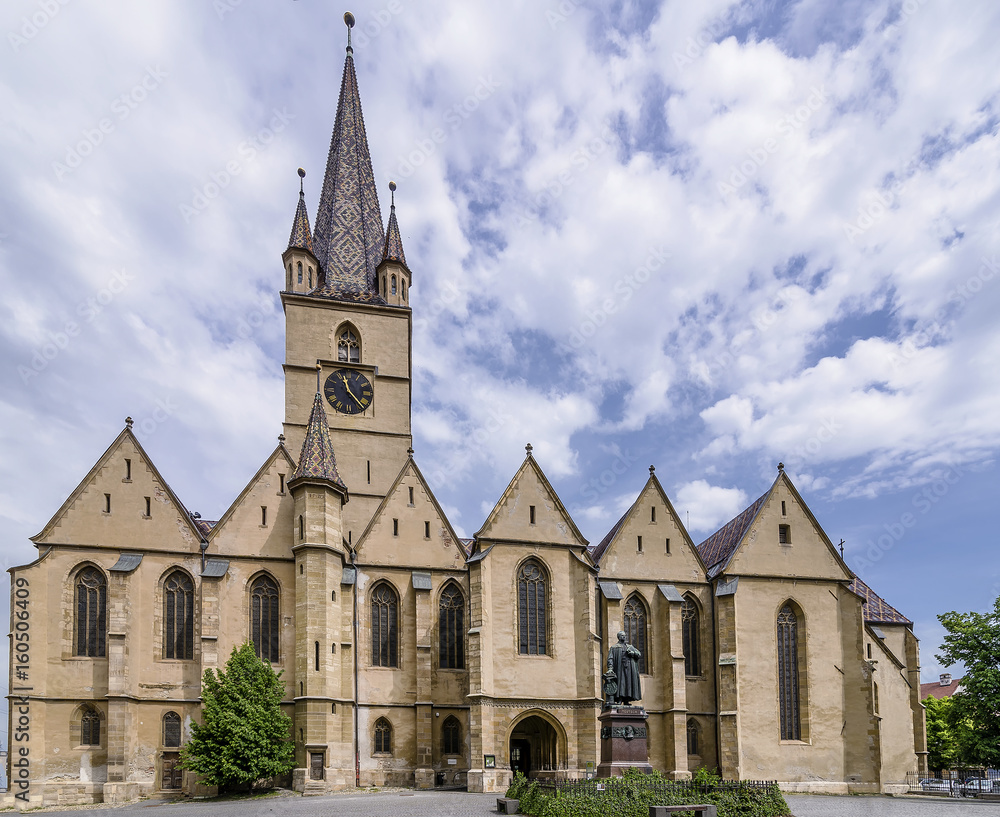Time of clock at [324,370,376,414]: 11:23
